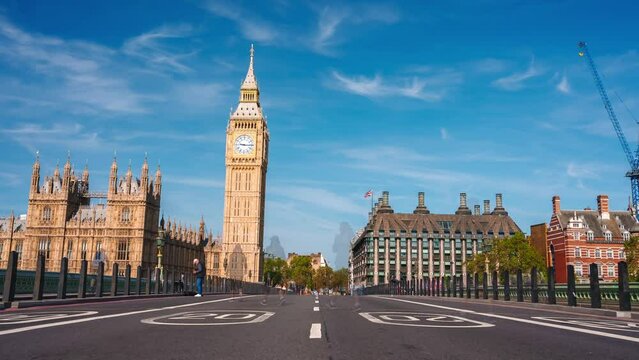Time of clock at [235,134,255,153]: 9:15
